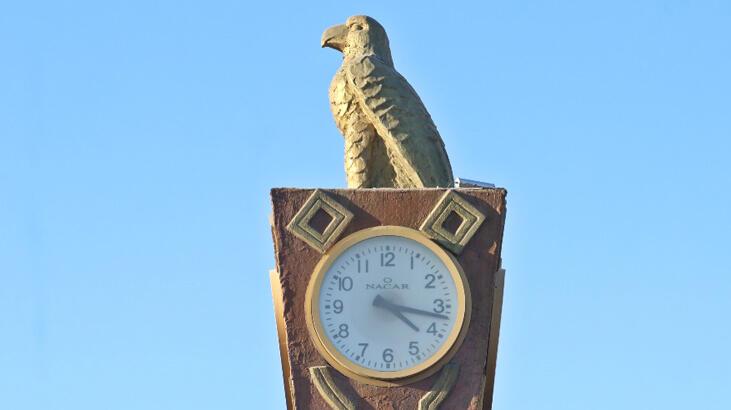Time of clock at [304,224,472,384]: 4:17
